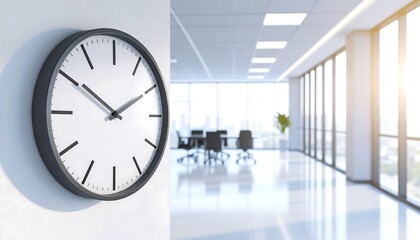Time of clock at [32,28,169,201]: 1:50
